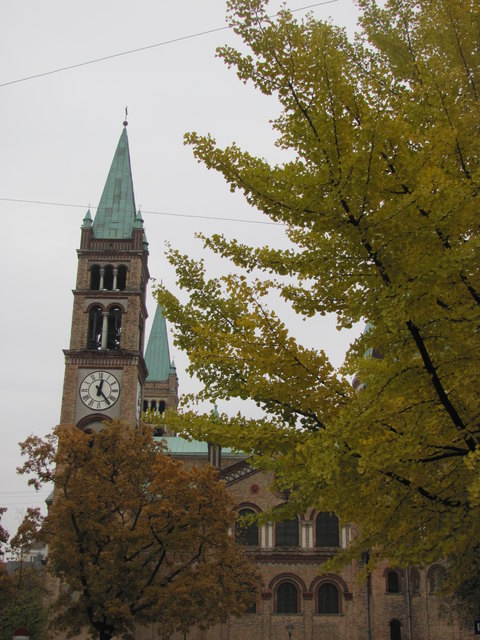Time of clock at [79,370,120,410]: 12:23
